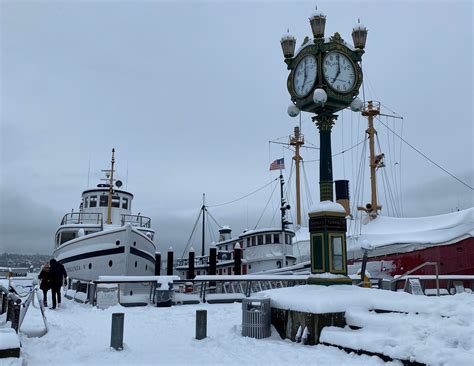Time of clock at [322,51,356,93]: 7:00
